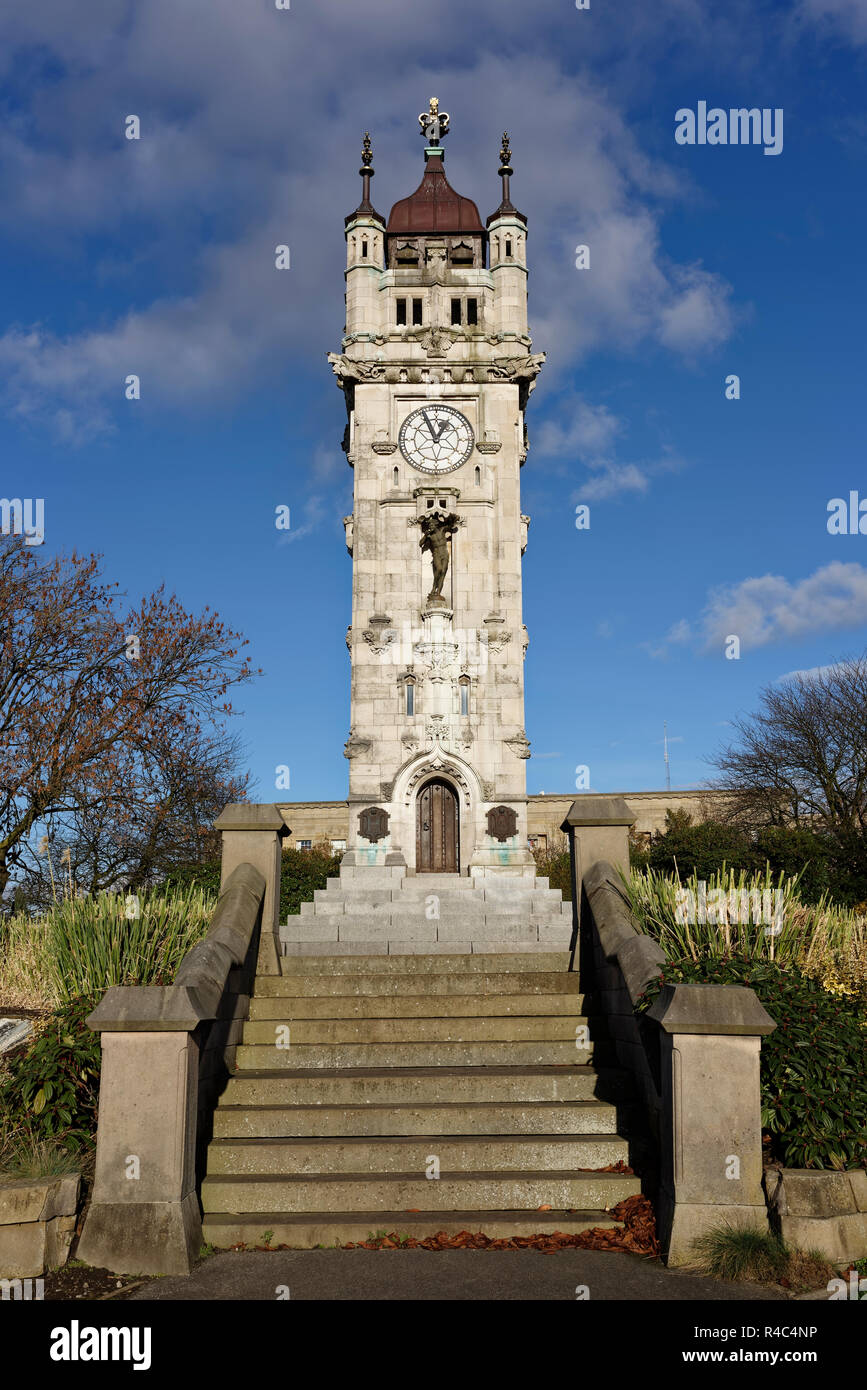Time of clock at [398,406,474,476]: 12:56
